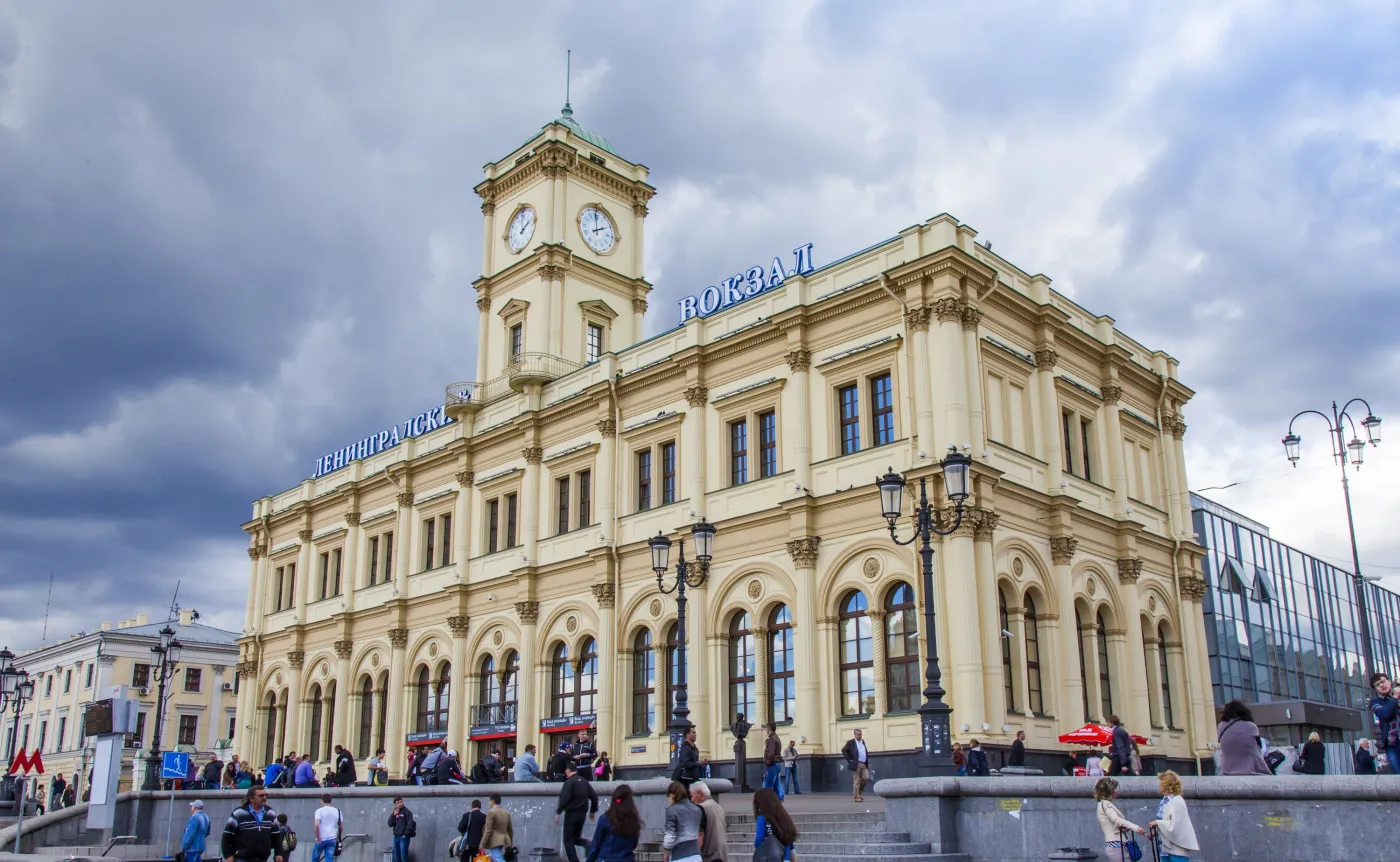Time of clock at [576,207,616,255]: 1:59
